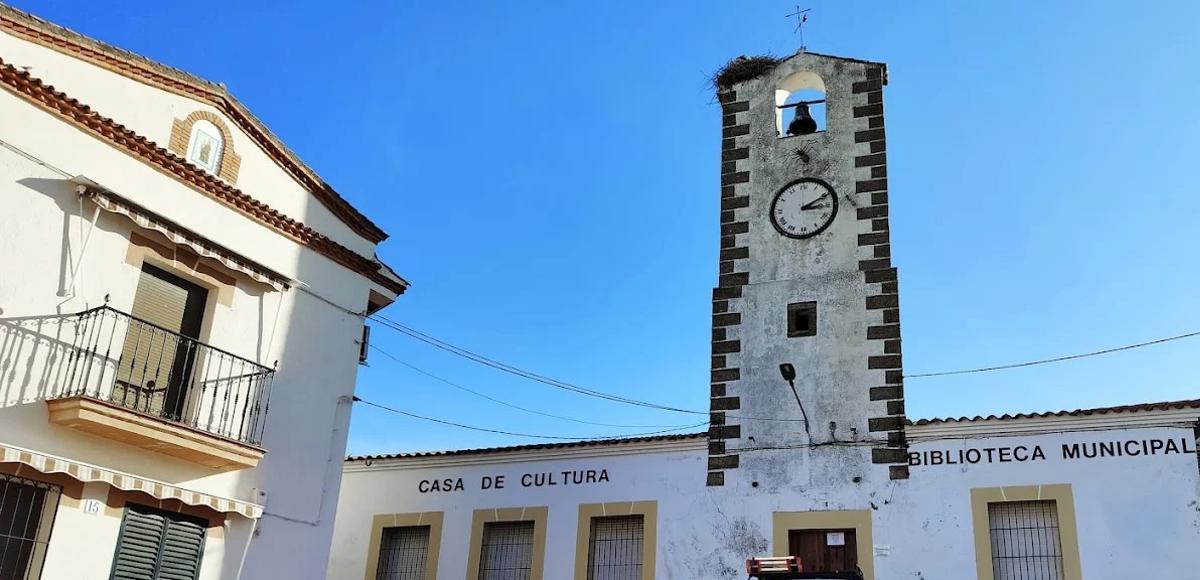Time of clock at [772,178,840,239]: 3:10
